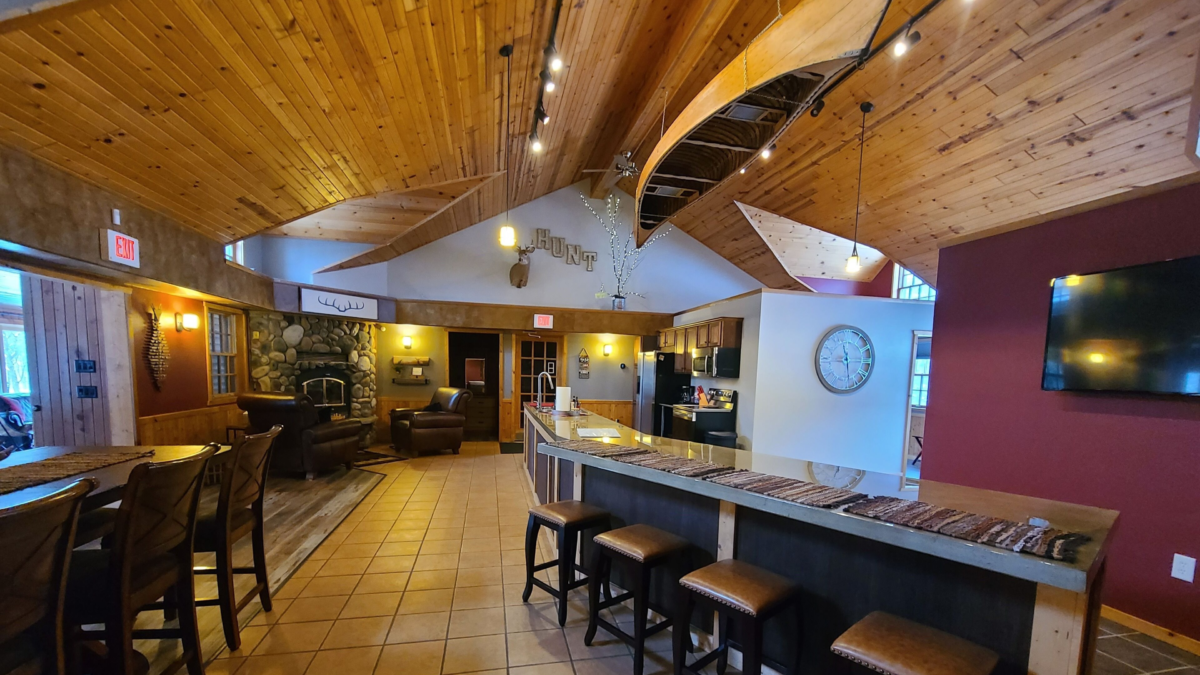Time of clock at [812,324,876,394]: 11:28
